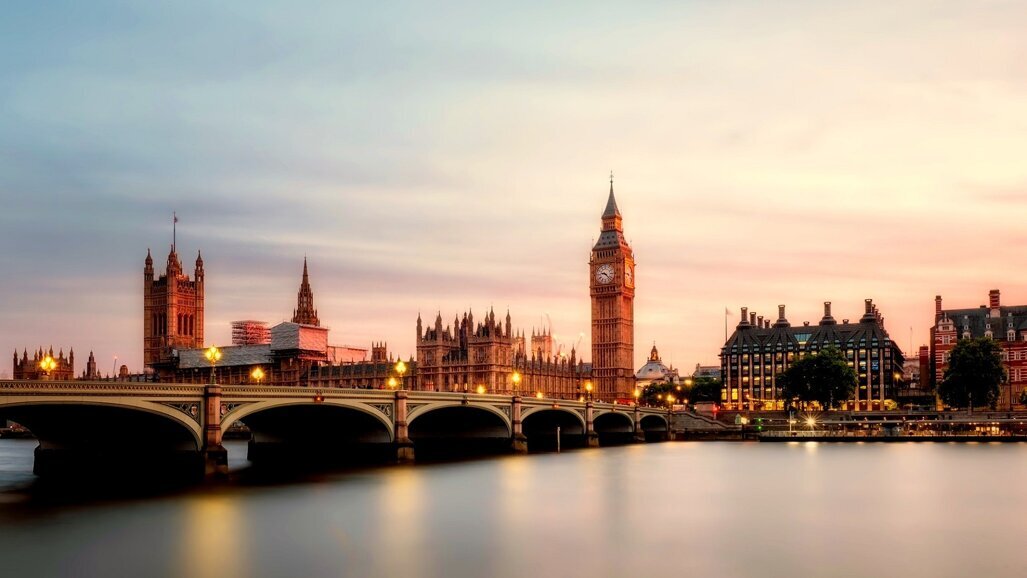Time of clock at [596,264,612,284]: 9:22
